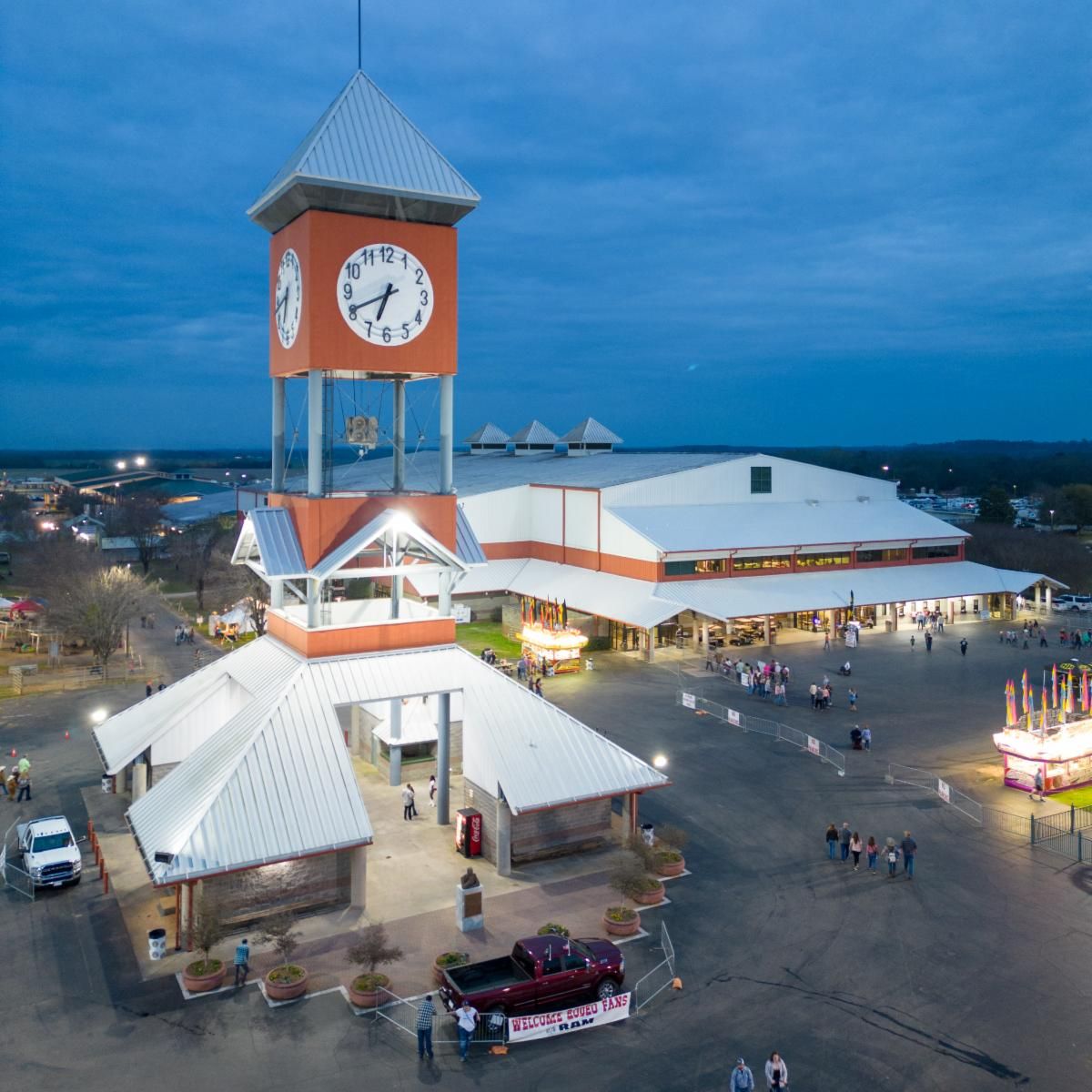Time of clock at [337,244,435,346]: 6:40
